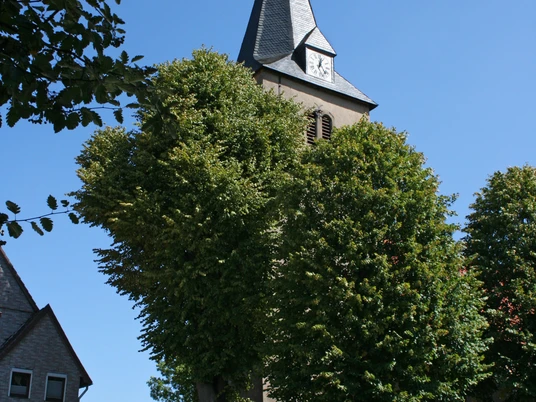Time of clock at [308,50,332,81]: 12:23
